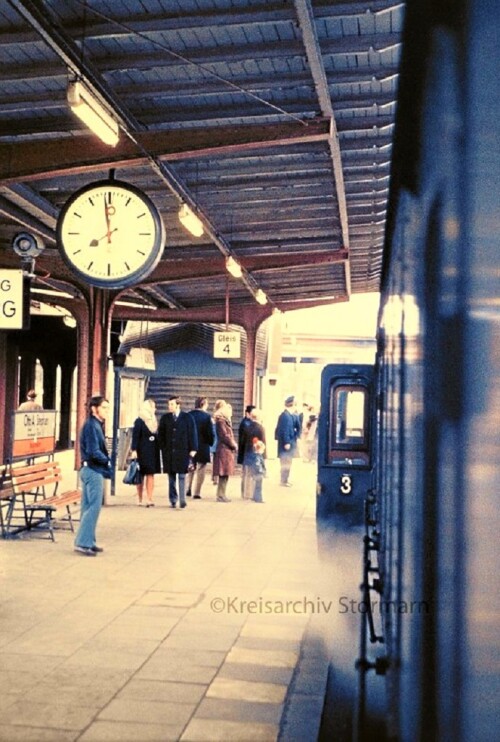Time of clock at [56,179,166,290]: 7:58
